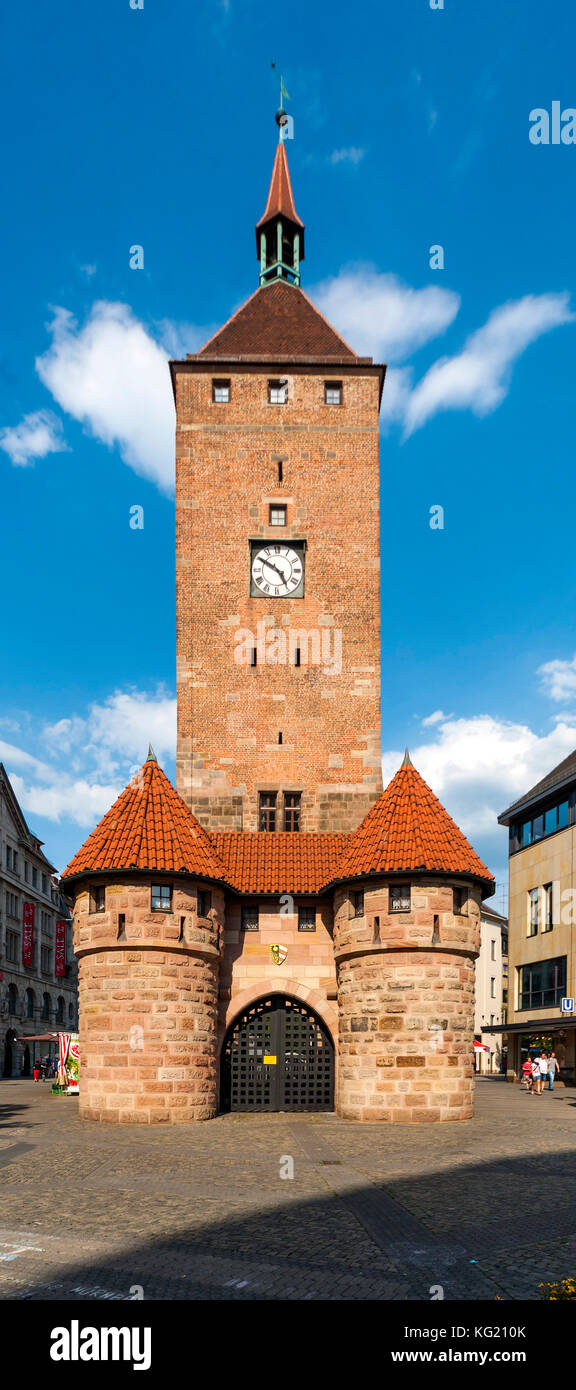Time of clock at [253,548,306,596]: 4:50
